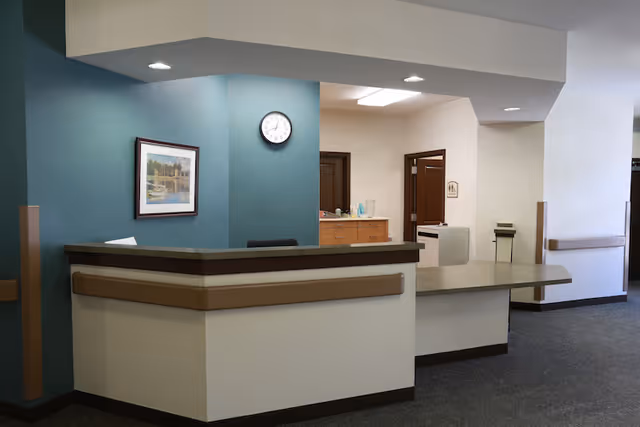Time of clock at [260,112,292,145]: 12:41
